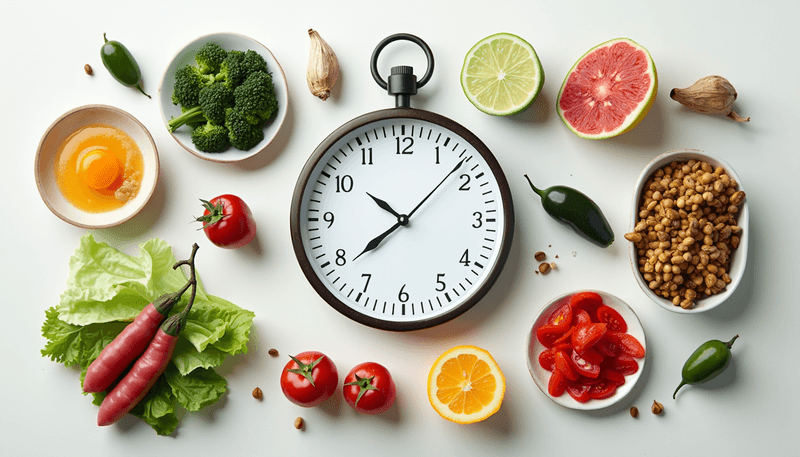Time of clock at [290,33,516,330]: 10:07
